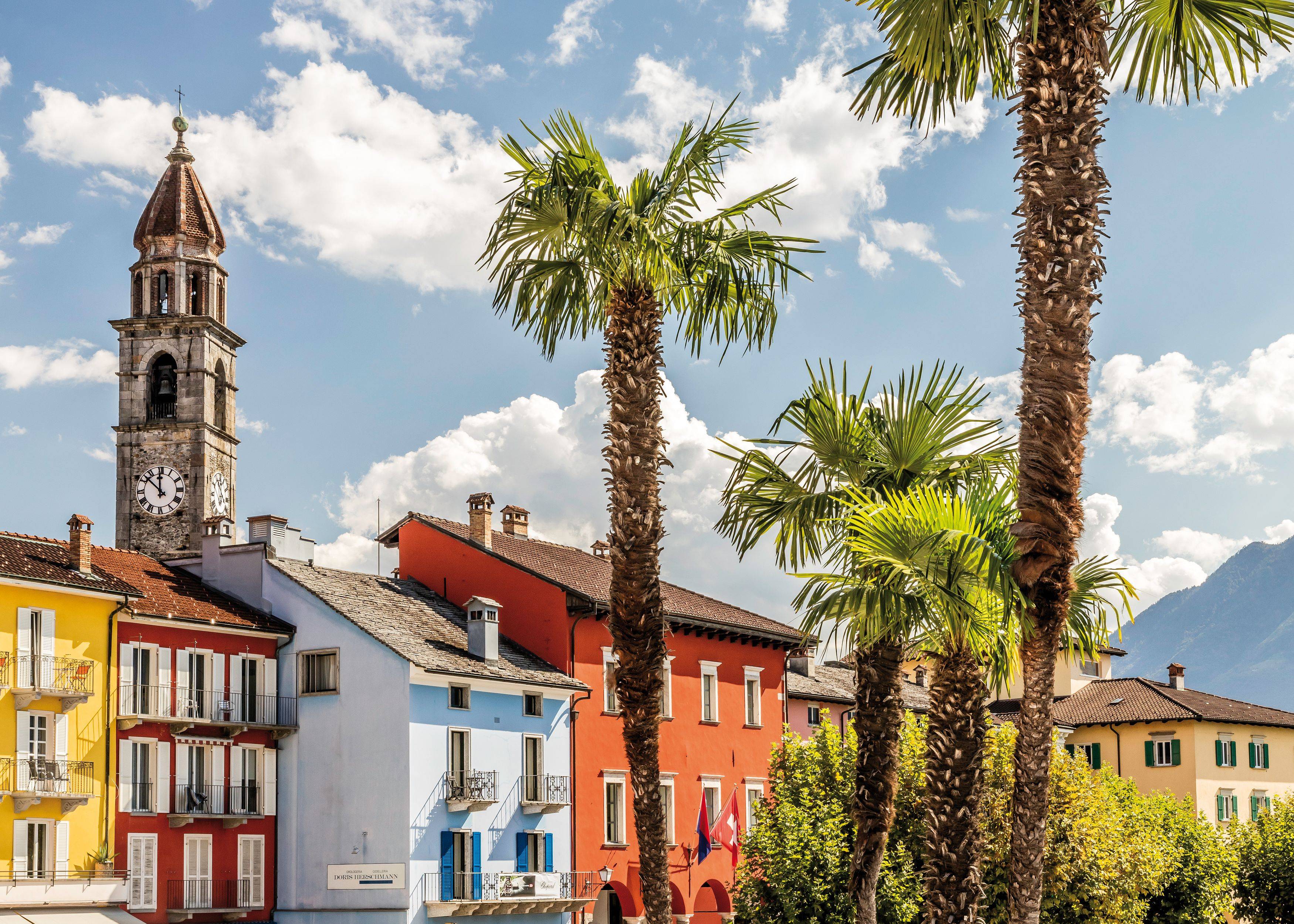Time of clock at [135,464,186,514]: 11:52
